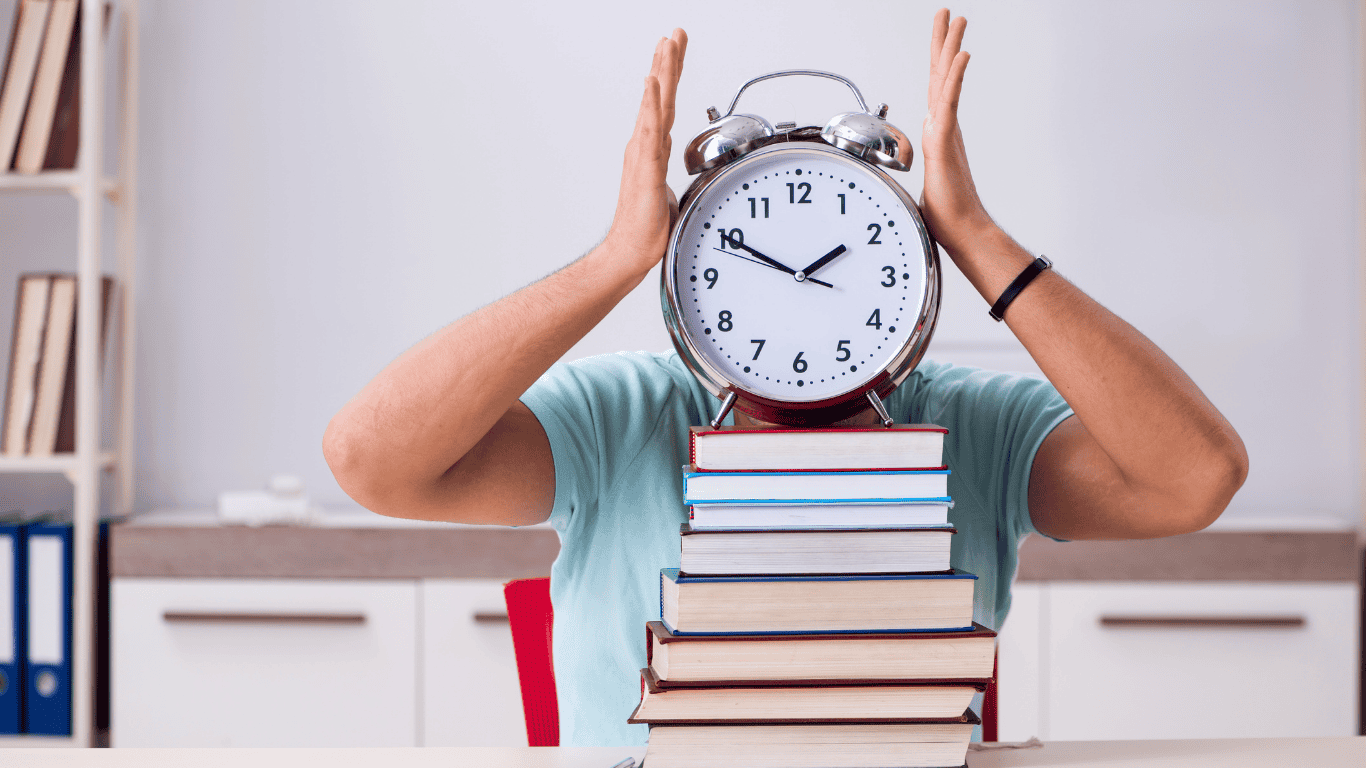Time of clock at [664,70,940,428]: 1:49
